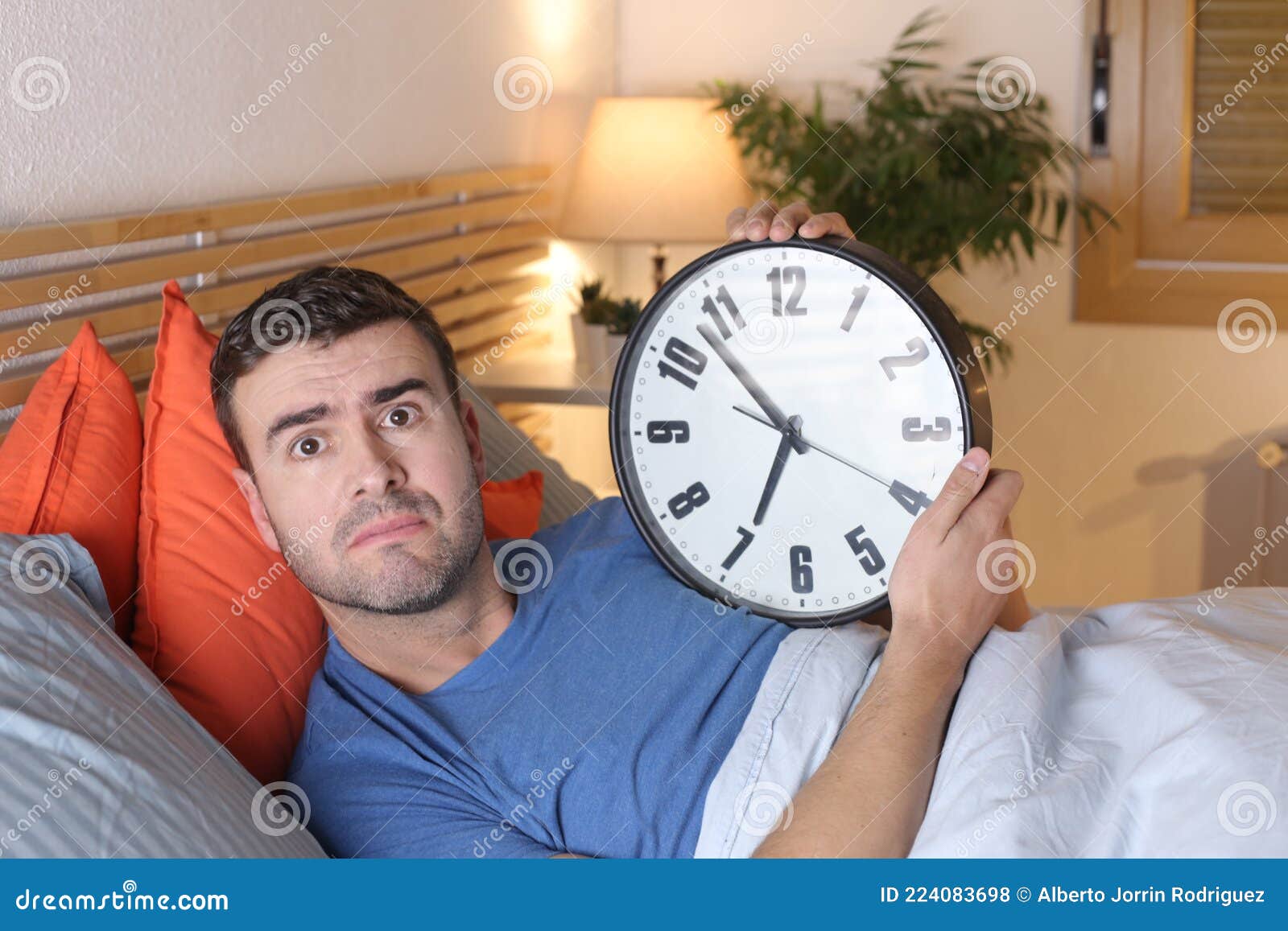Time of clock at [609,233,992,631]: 6:53
